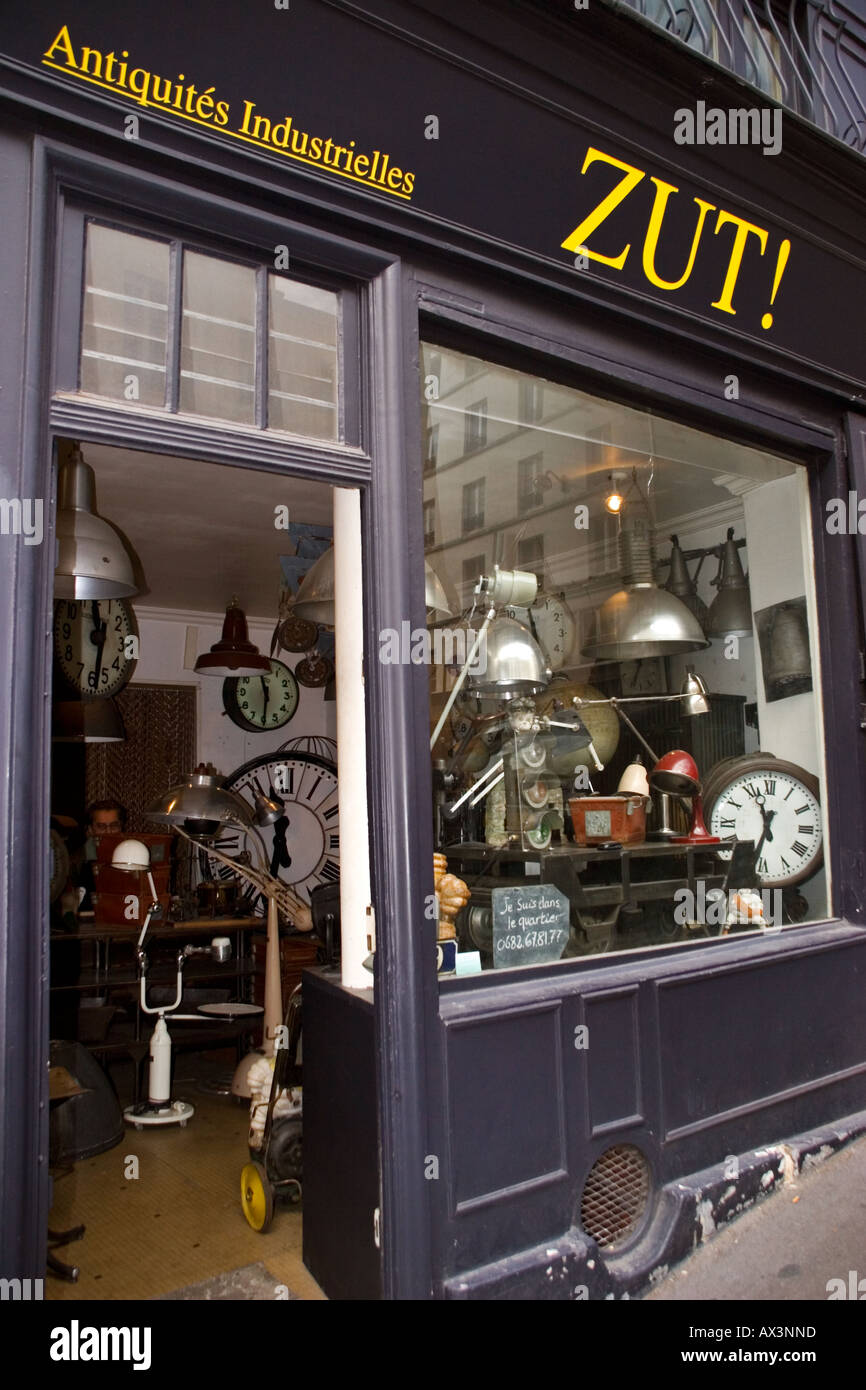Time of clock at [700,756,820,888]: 11:32
